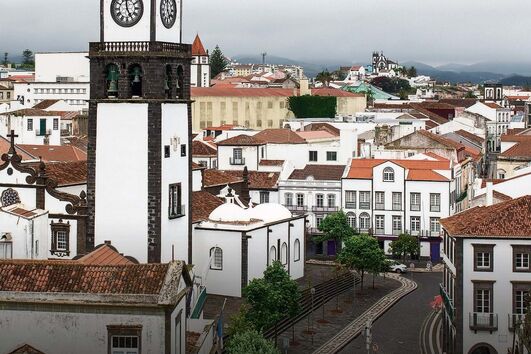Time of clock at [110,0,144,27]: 4:59
